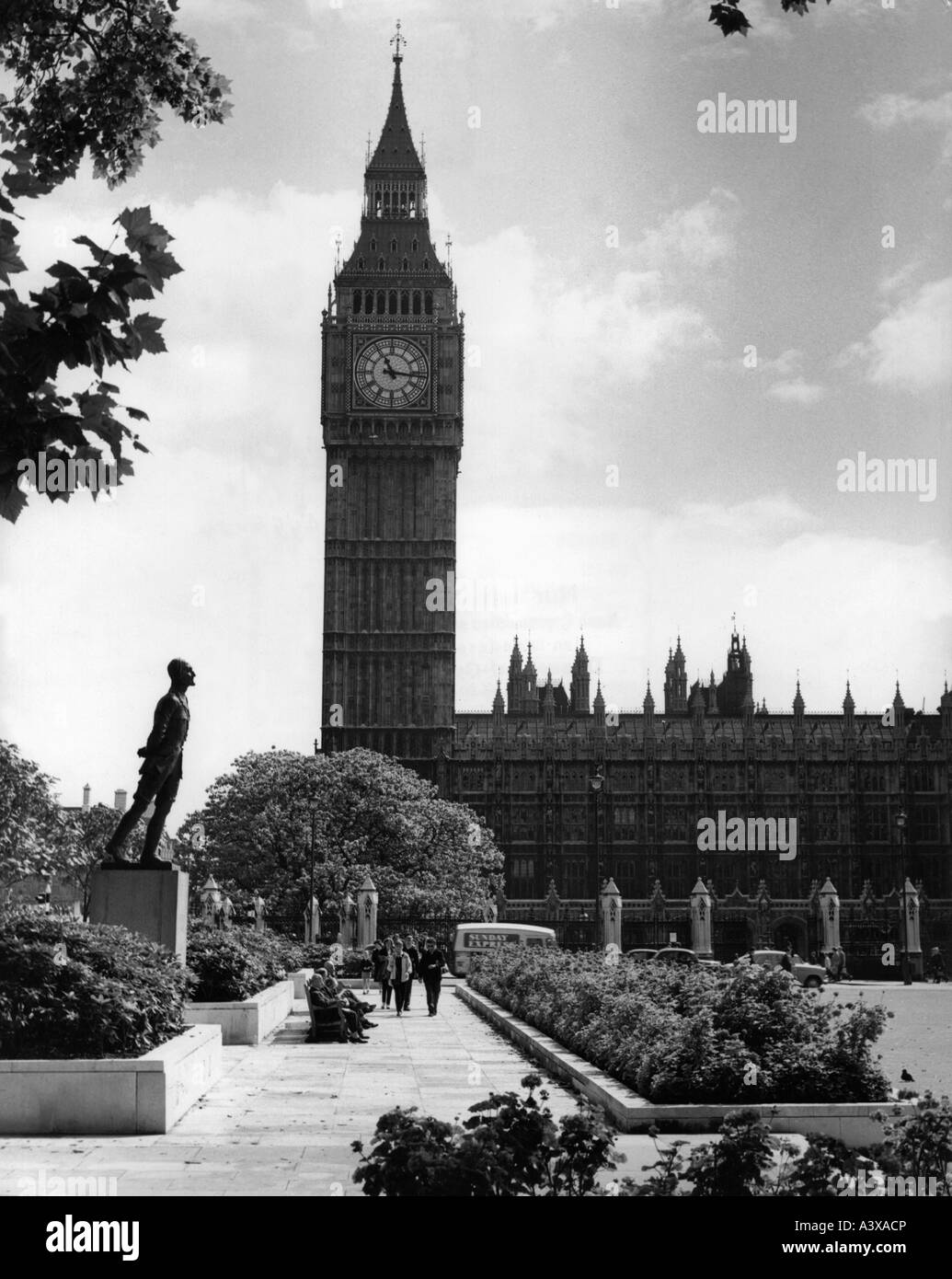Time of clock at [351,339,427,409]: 11:16
